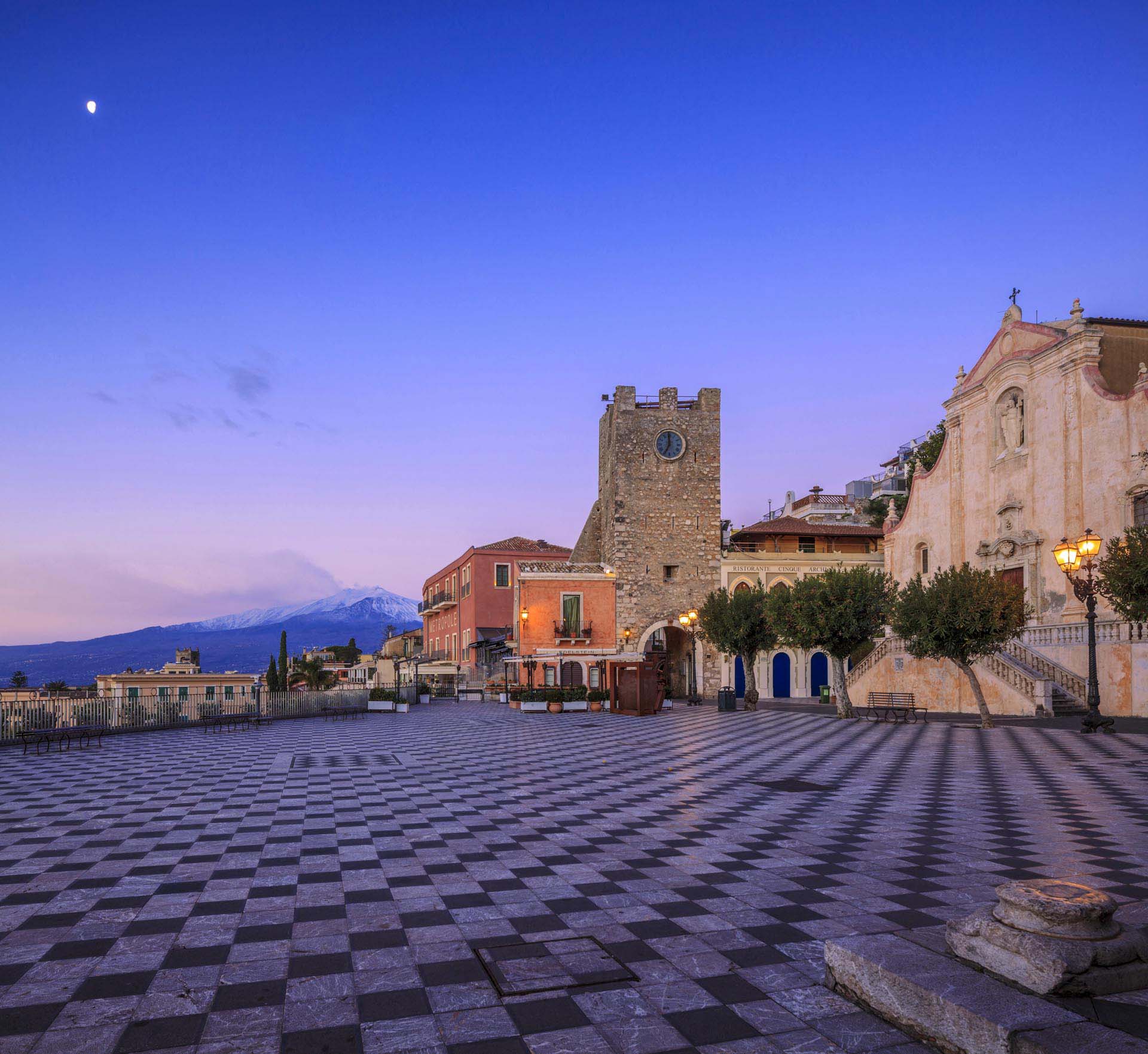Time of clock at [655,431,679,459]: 6:59
